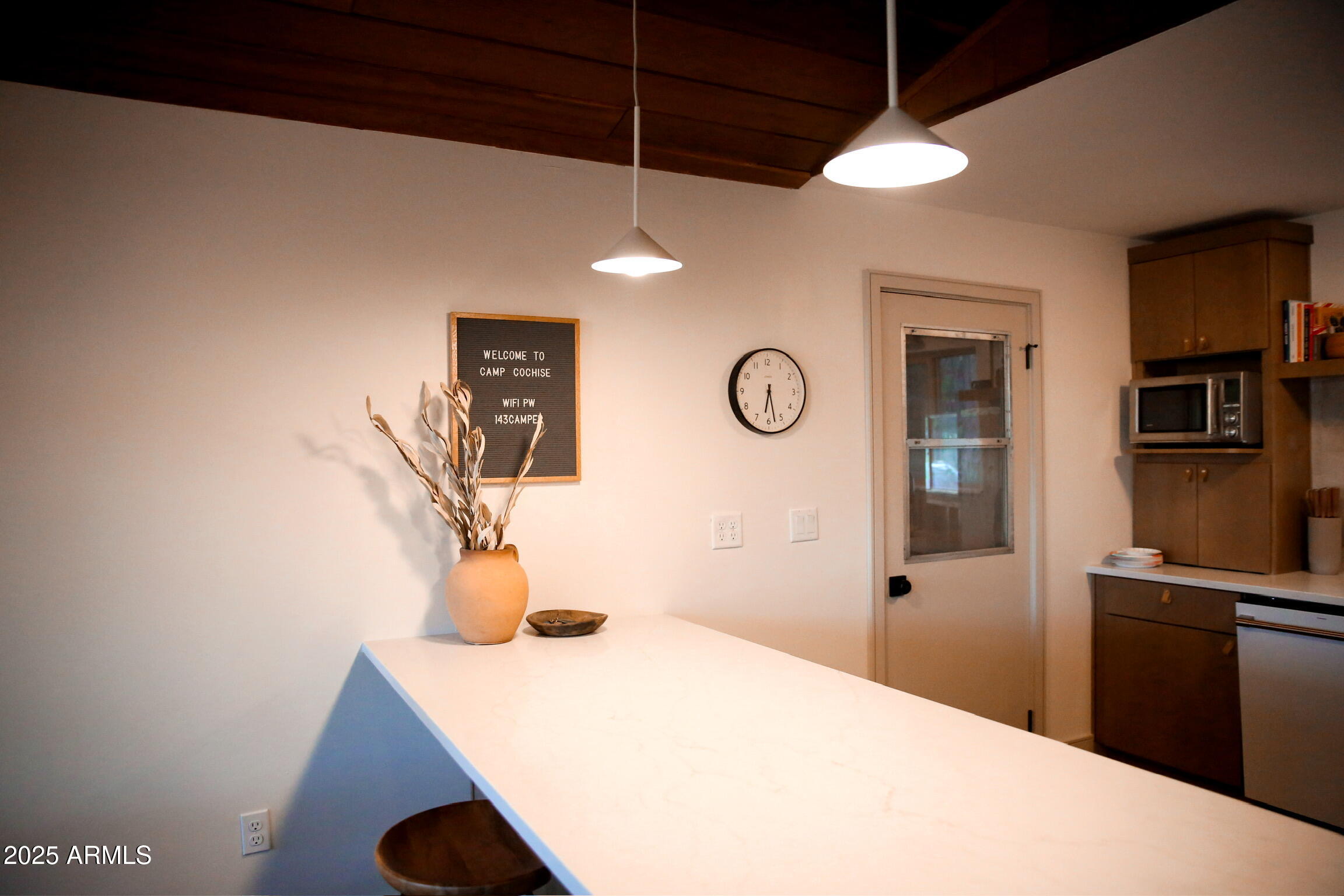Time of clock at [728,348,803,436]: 6:27
